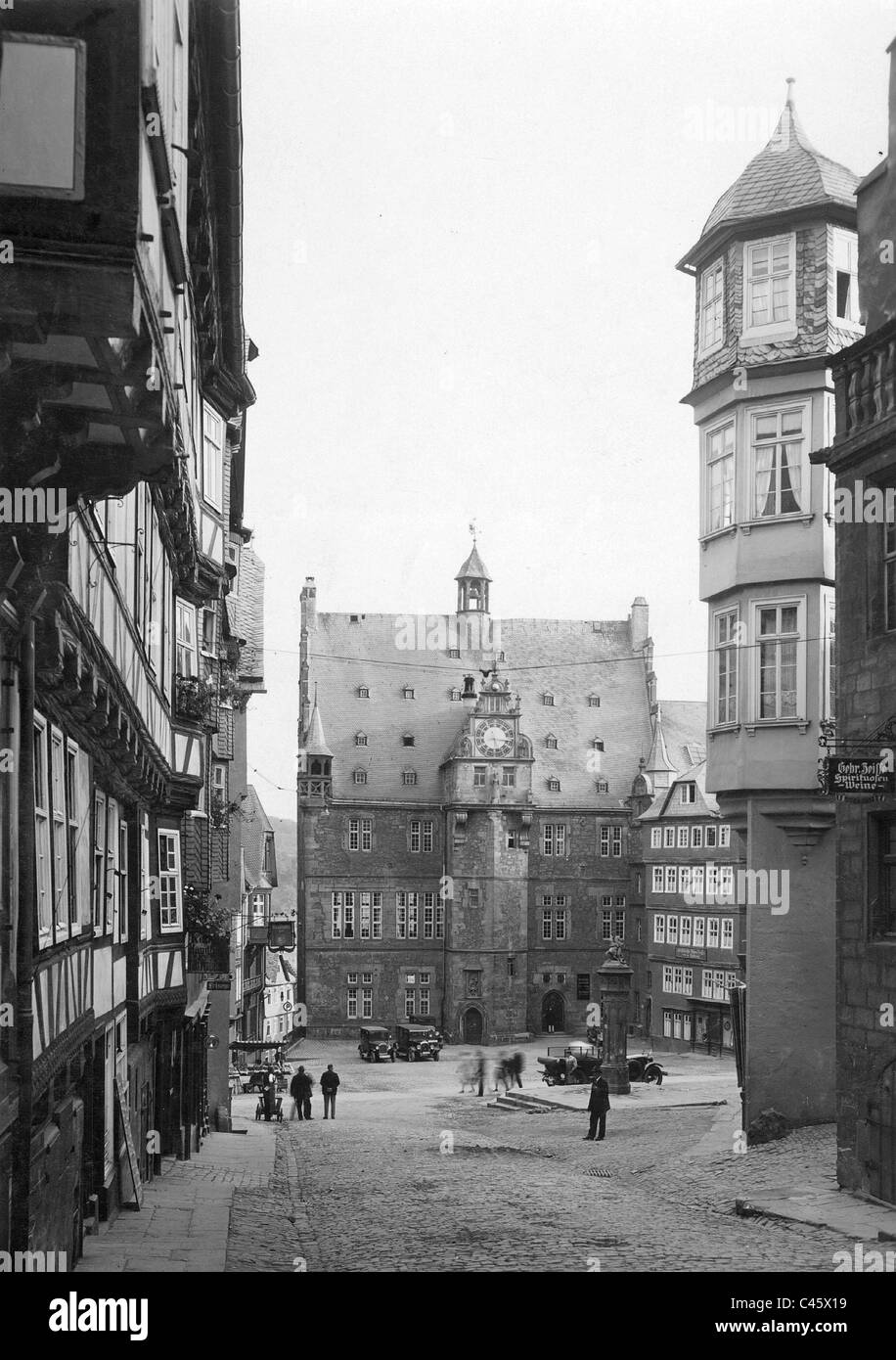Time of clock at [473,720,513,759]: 5:15
